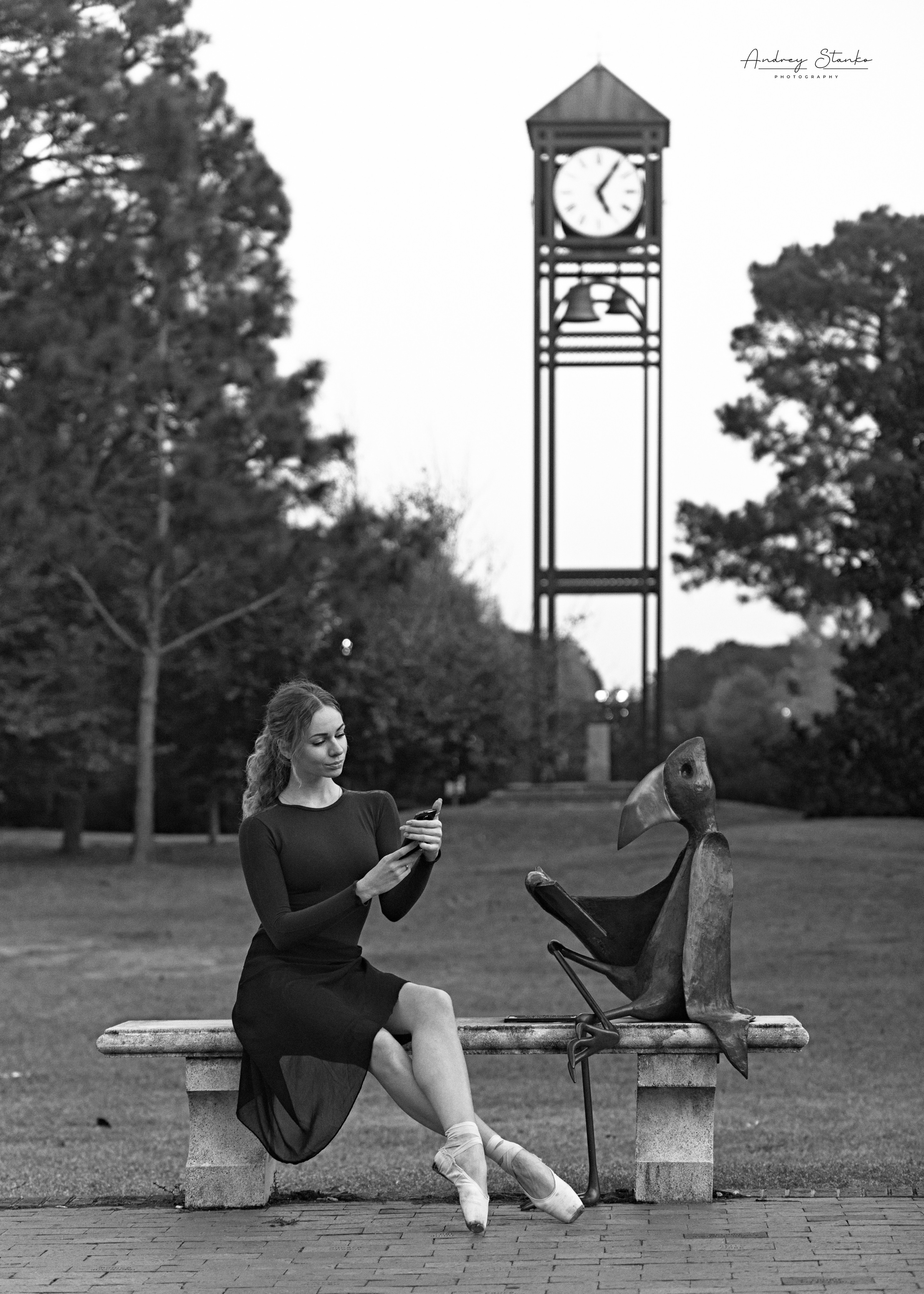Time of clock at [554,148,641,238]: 5:05
